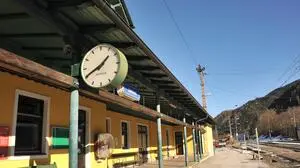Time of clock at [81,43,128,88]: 1:40
